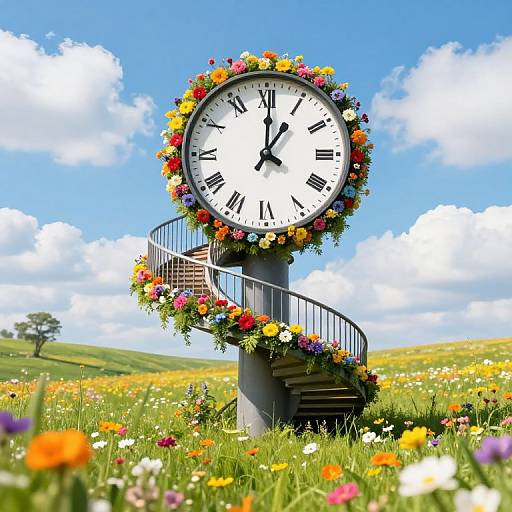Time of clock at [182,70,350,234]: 1:00
